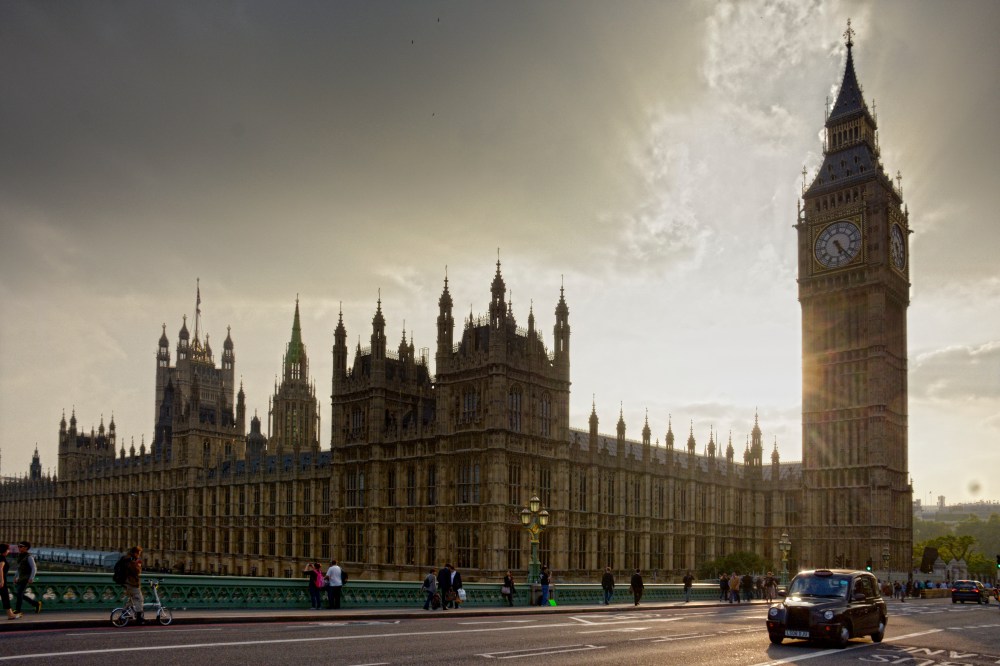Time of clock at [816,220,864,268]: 5:23
